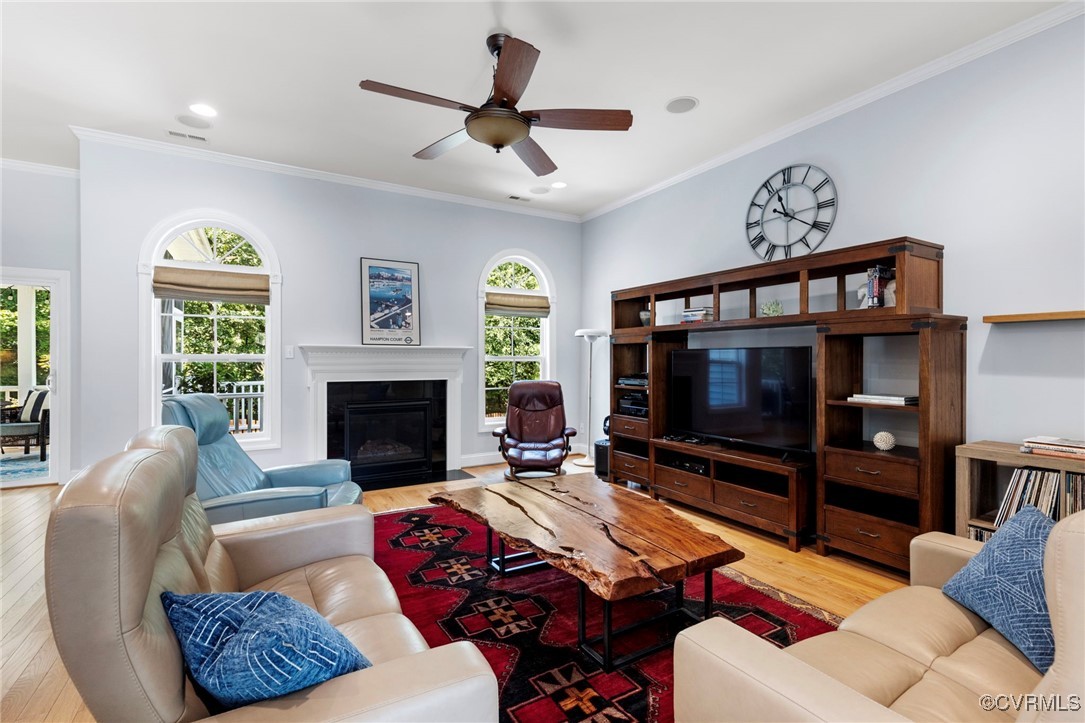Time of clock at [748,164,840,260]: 11:20
